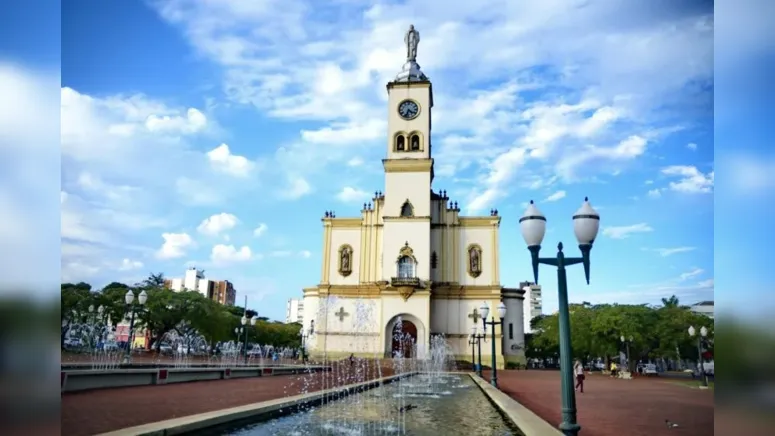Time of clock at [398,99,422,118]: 4:33
